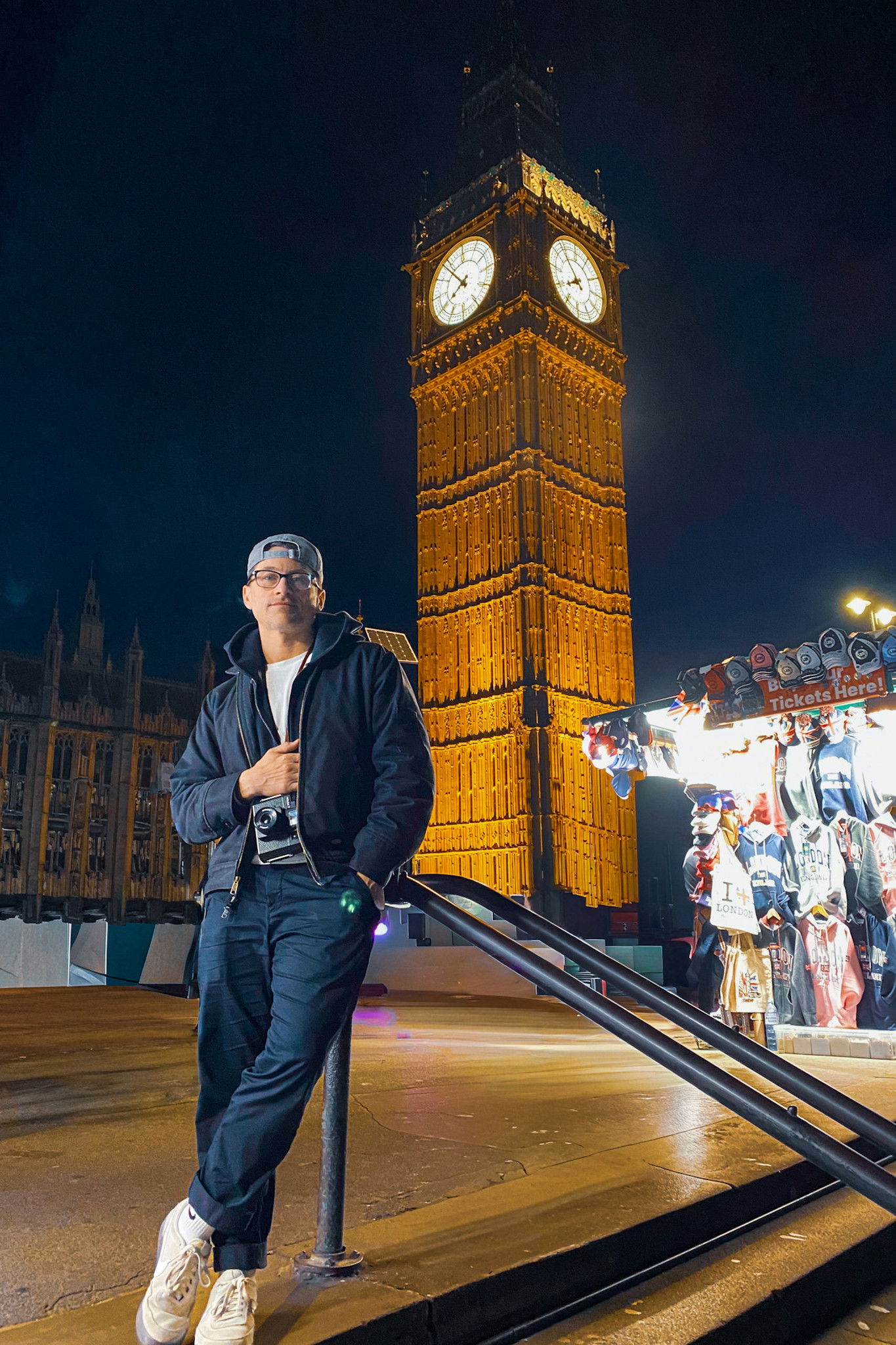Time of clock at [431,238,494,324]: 7:53
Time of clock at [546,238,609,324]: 7:54
